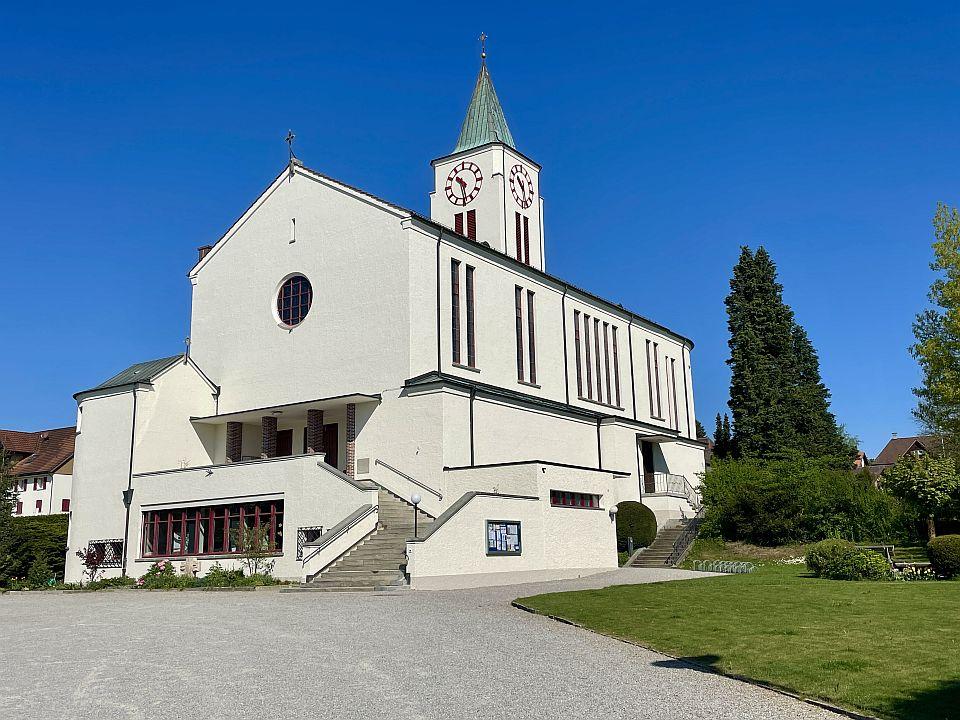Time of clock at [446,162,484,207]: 10:28
